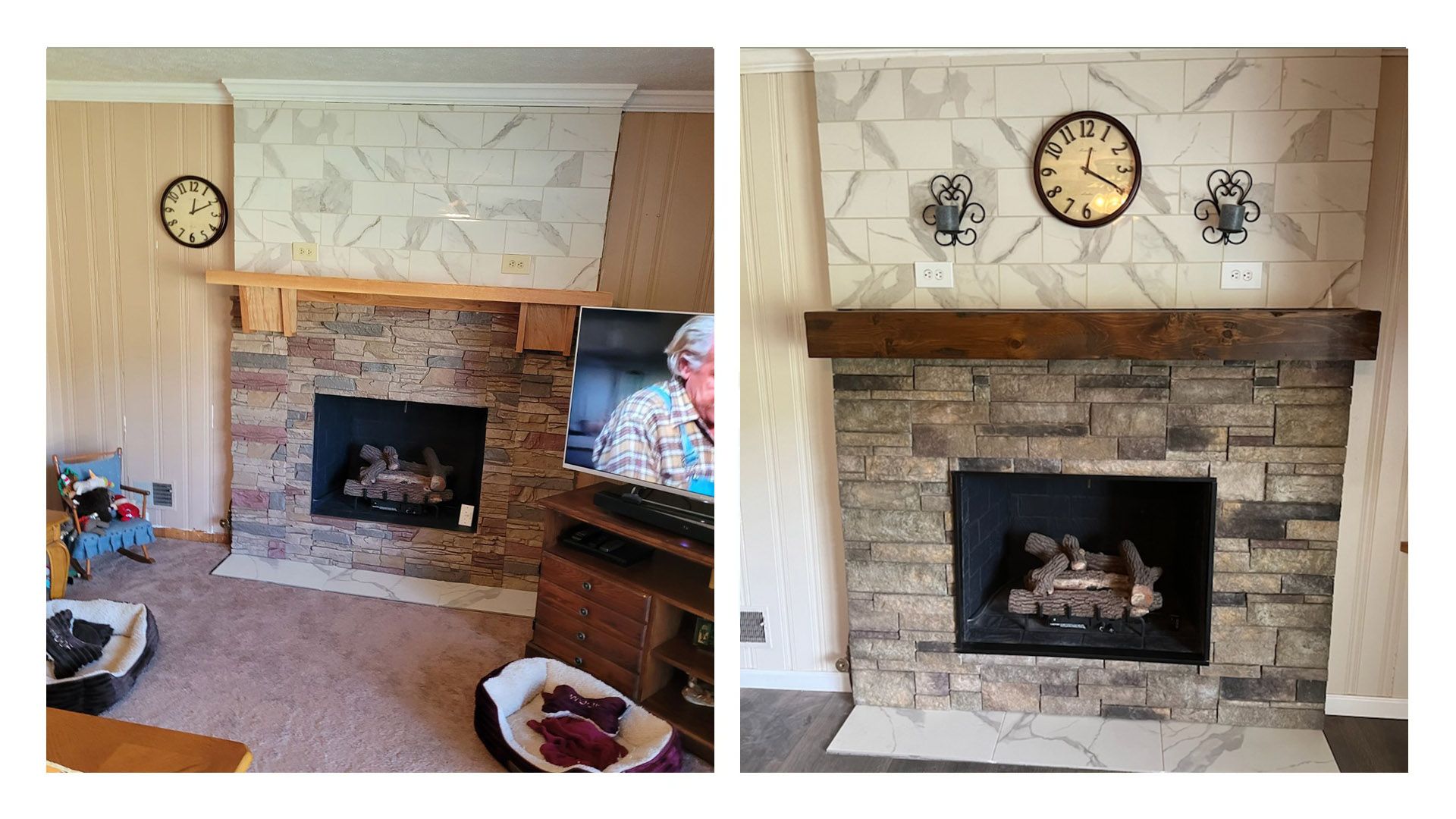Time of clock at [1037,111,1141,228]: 12:19
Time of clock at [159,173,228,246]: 12:10
